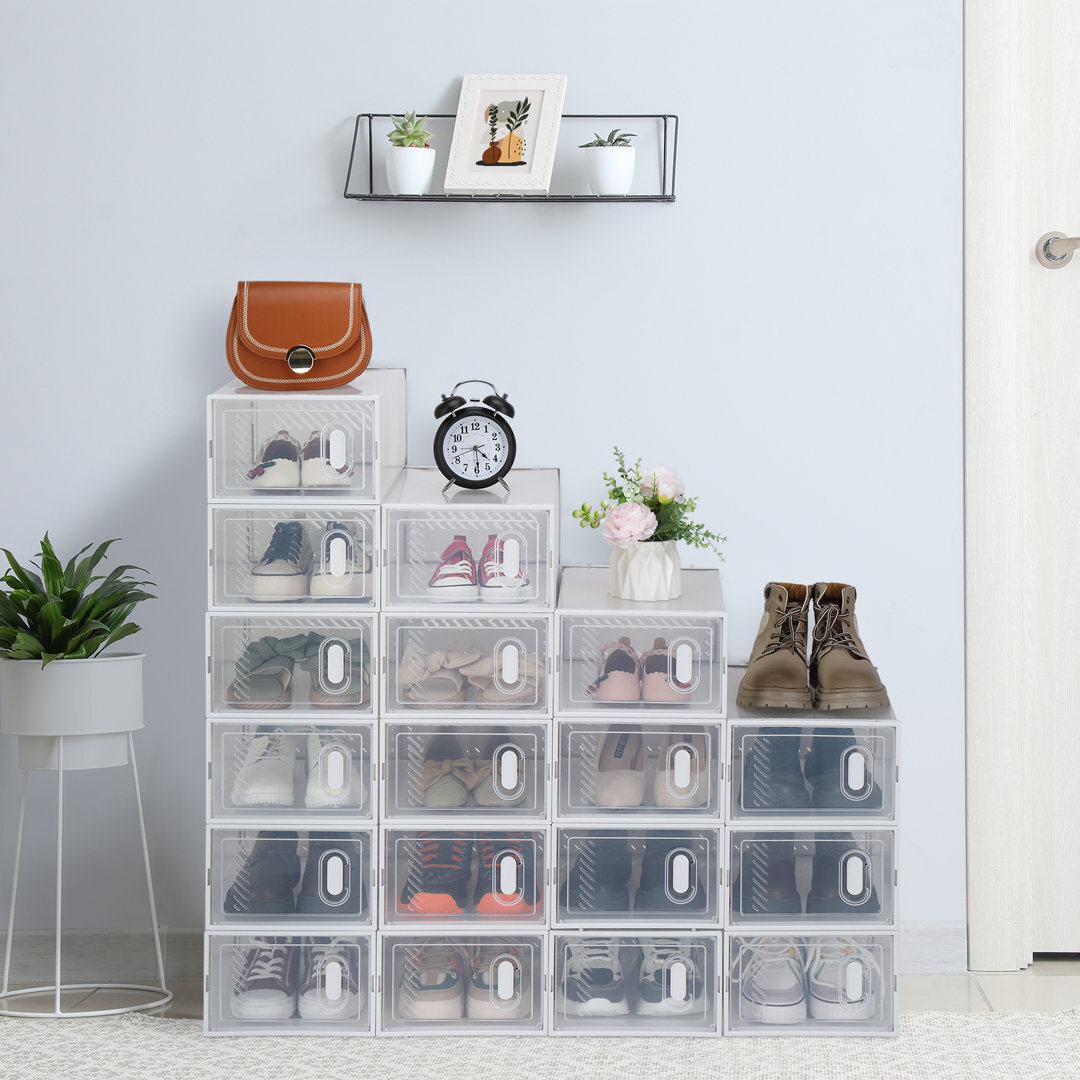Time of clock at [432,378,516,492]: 4:29
